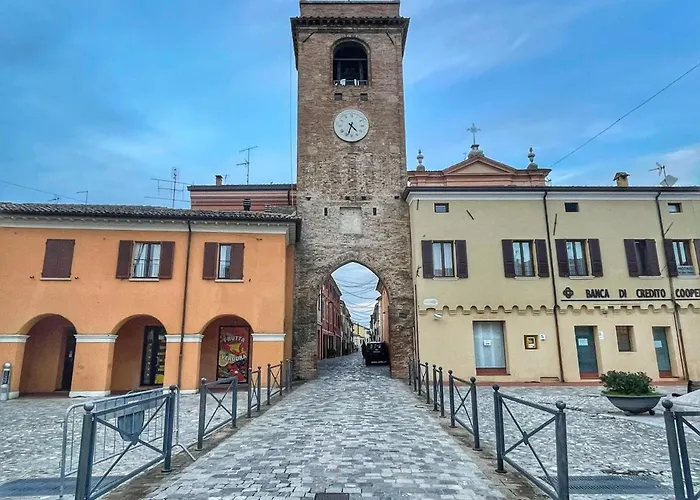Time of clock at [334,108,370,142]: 4:33
